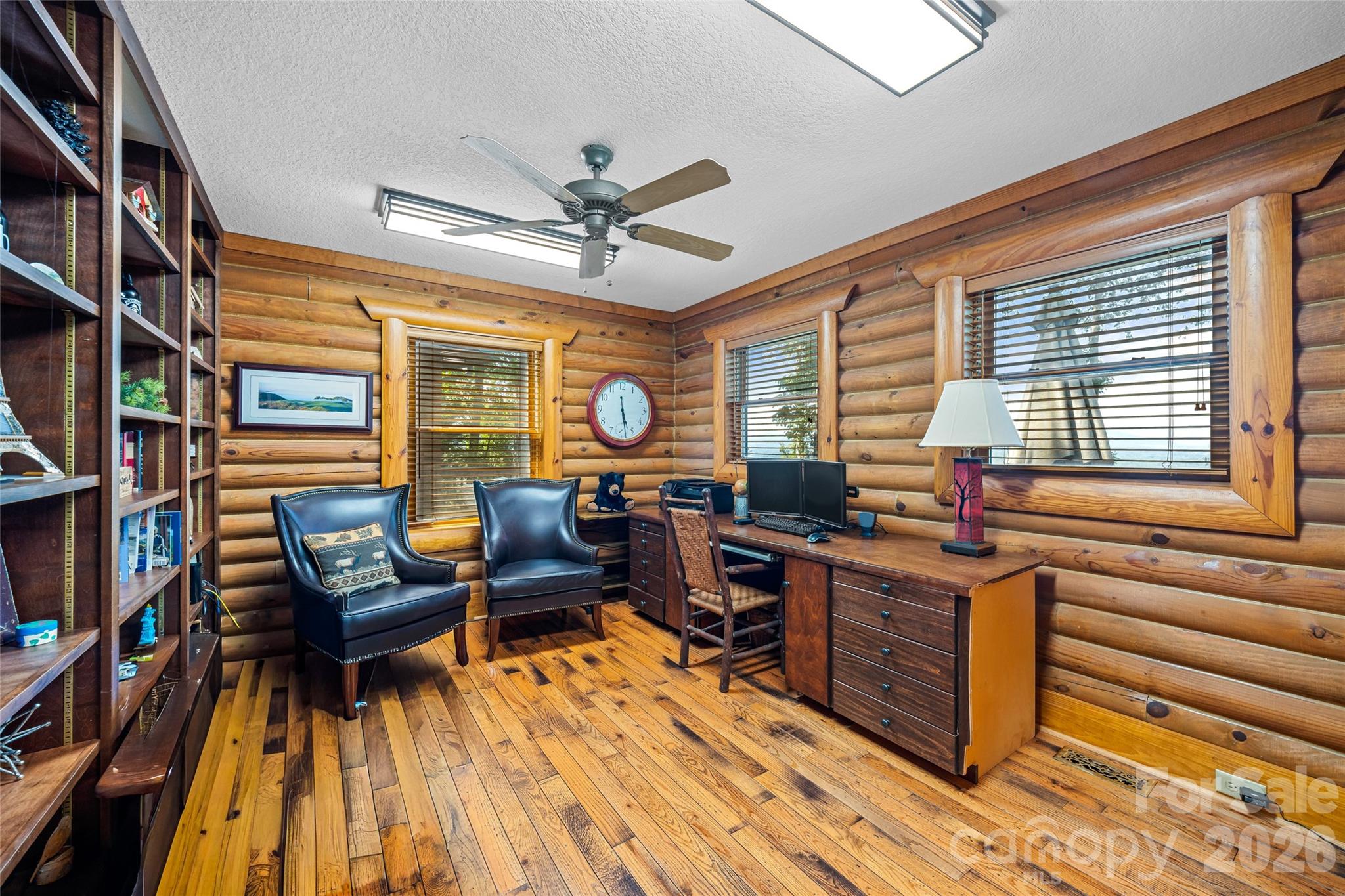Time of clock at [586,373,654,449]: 5:28
